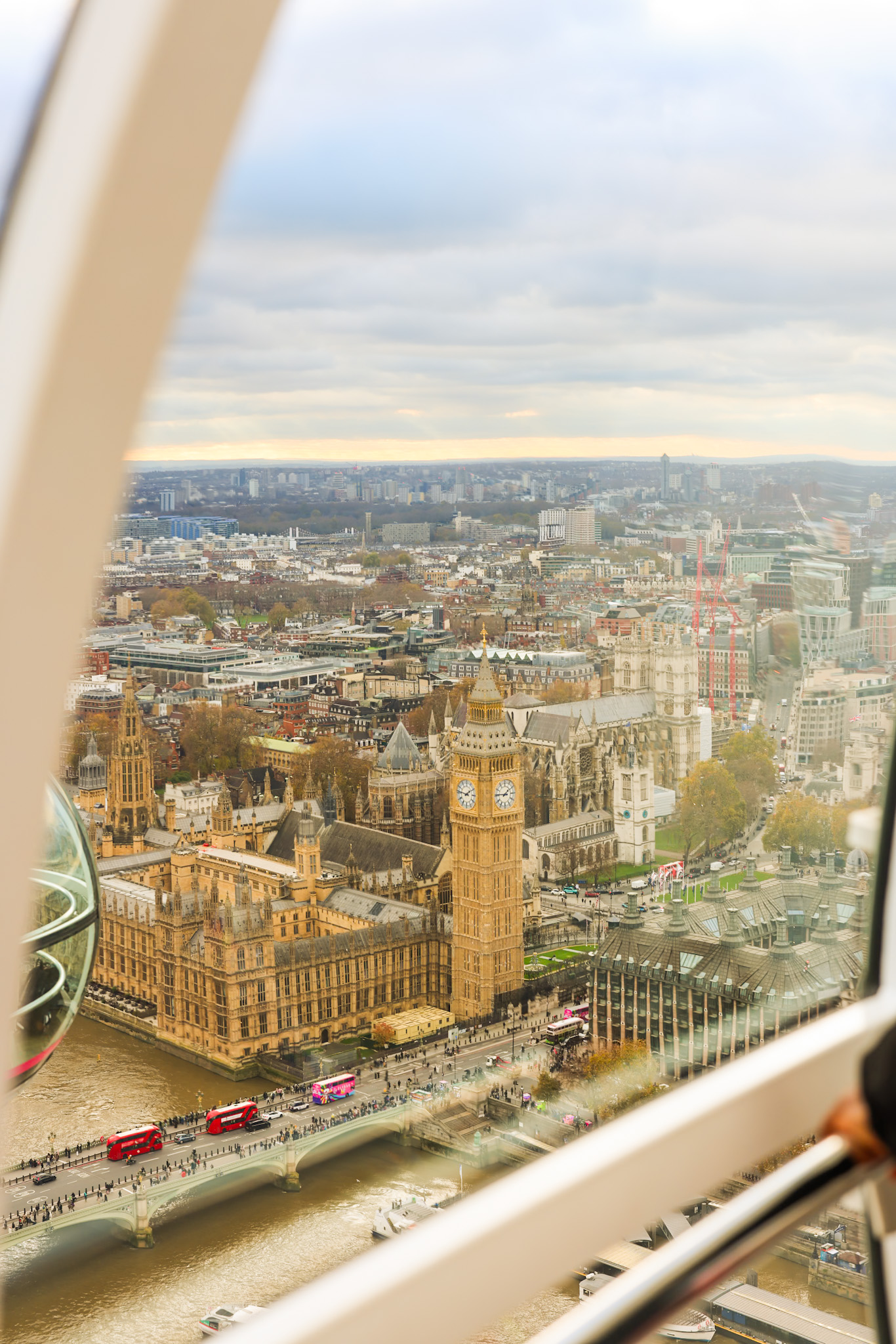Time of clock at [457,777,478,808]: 1:46
